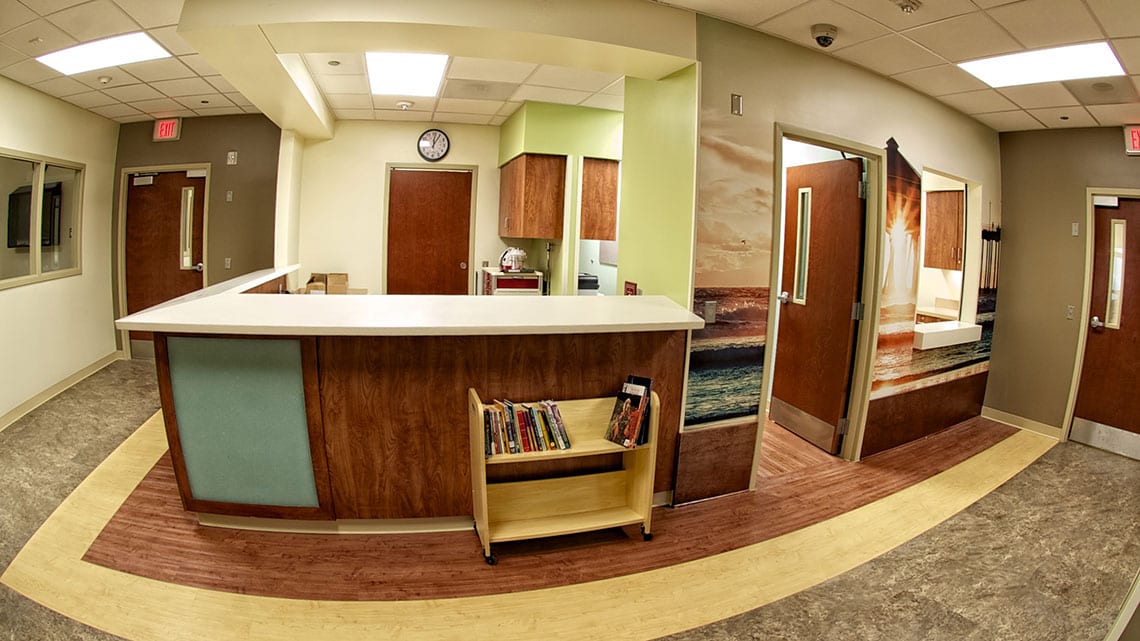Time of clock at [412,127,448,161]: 12:05
